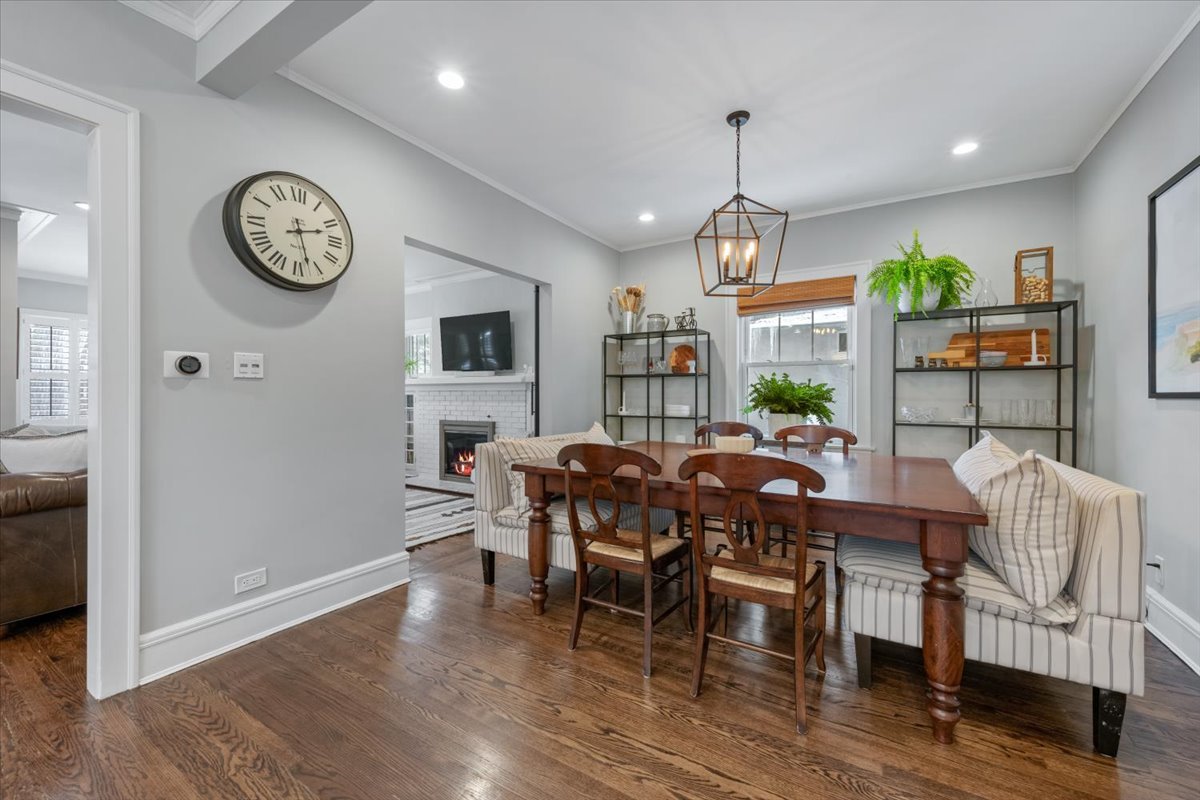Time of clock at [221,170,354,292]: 2:27
